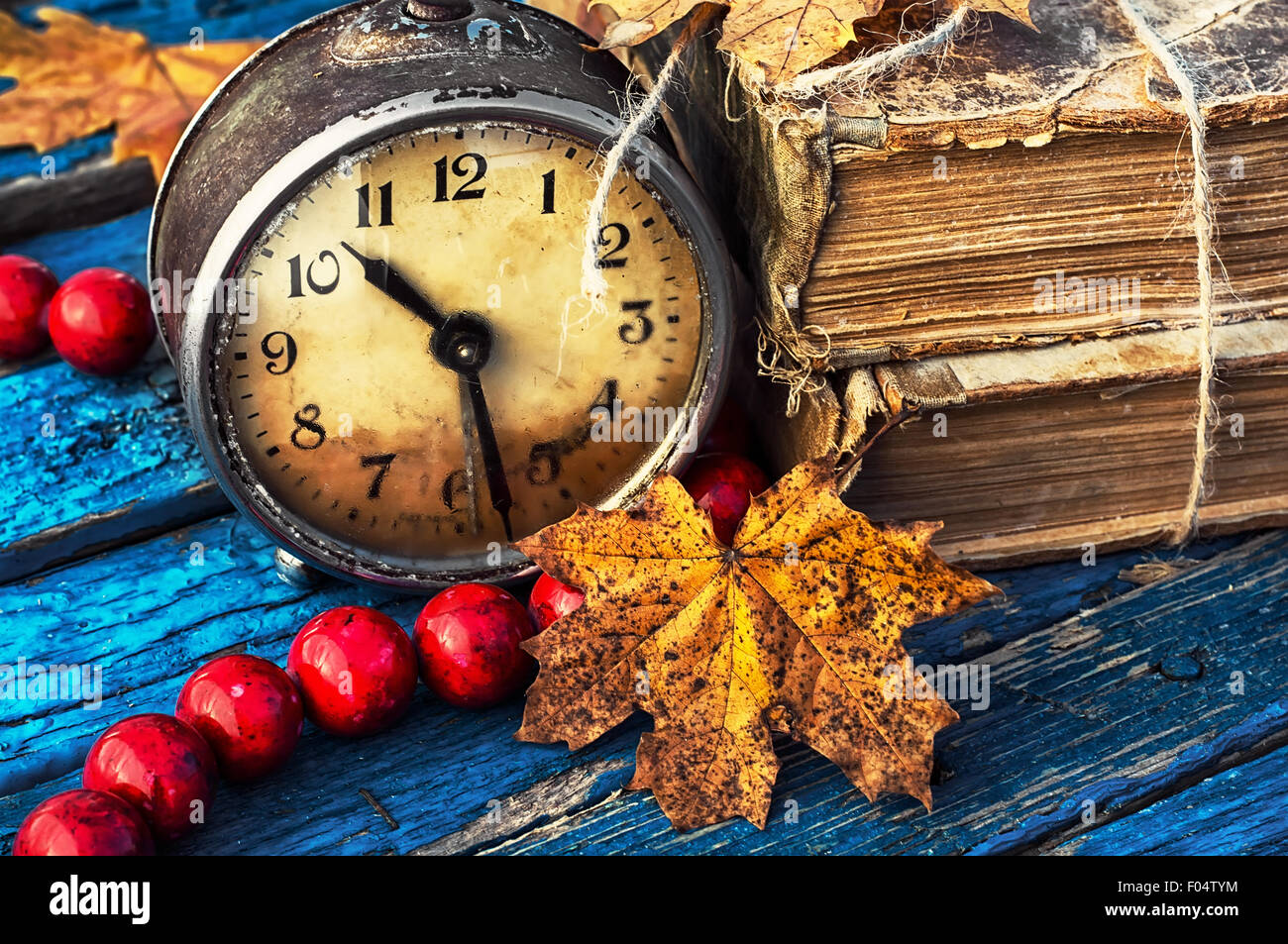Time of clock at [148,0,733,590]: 10:28
